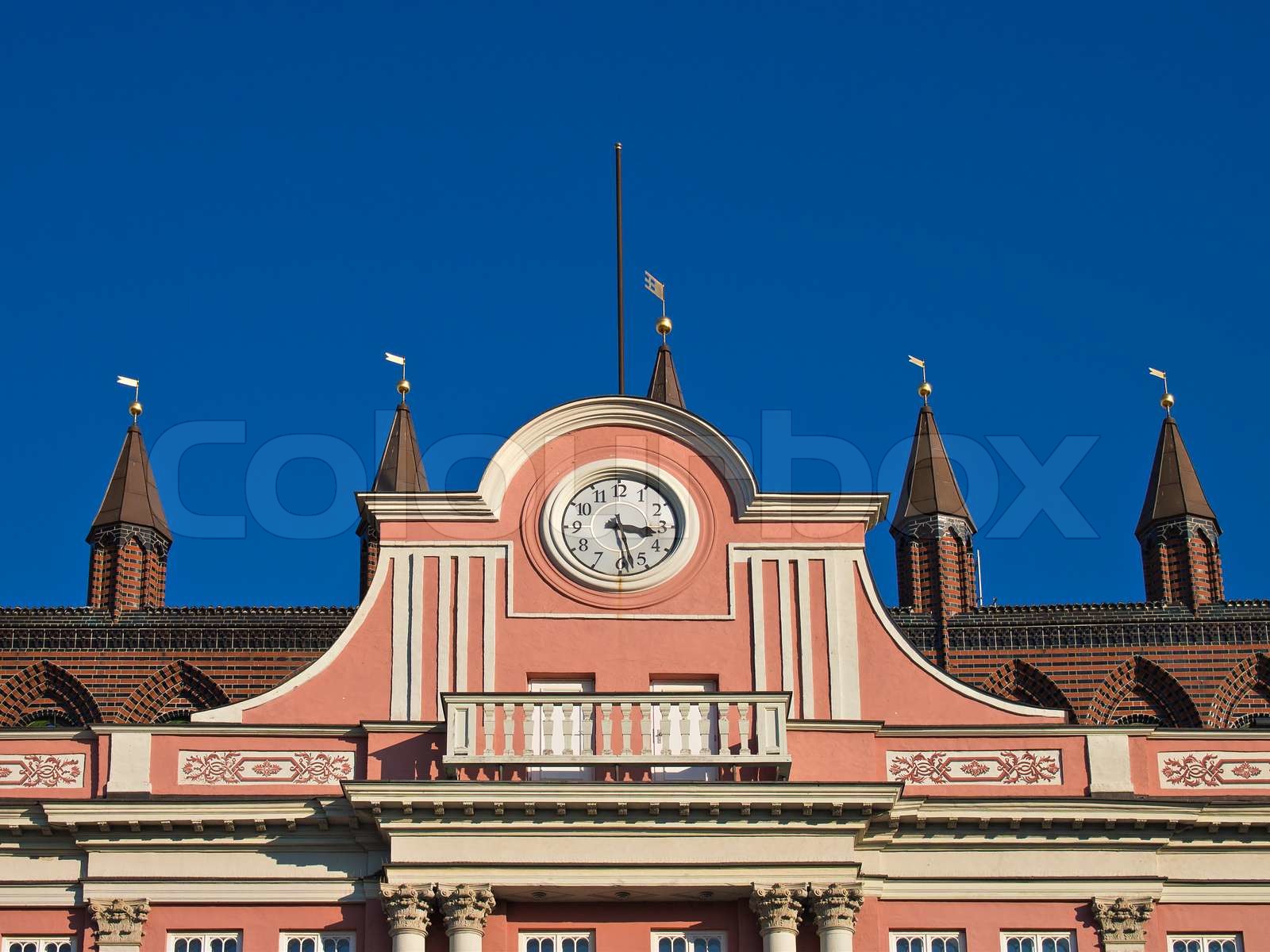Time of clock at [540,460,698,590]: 3:28
